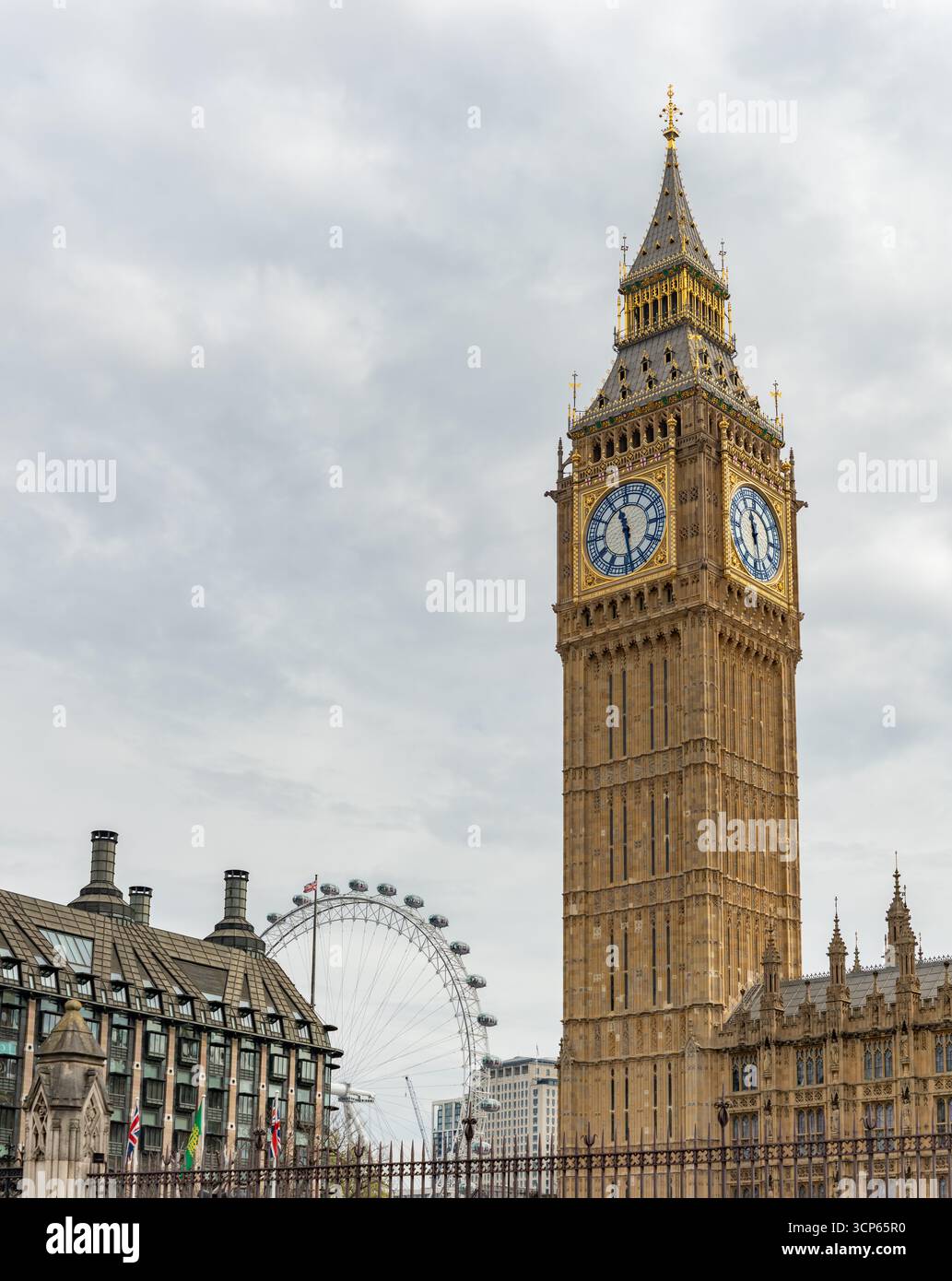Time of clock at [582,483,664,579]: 11:28
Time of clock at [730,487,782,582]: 11:28
